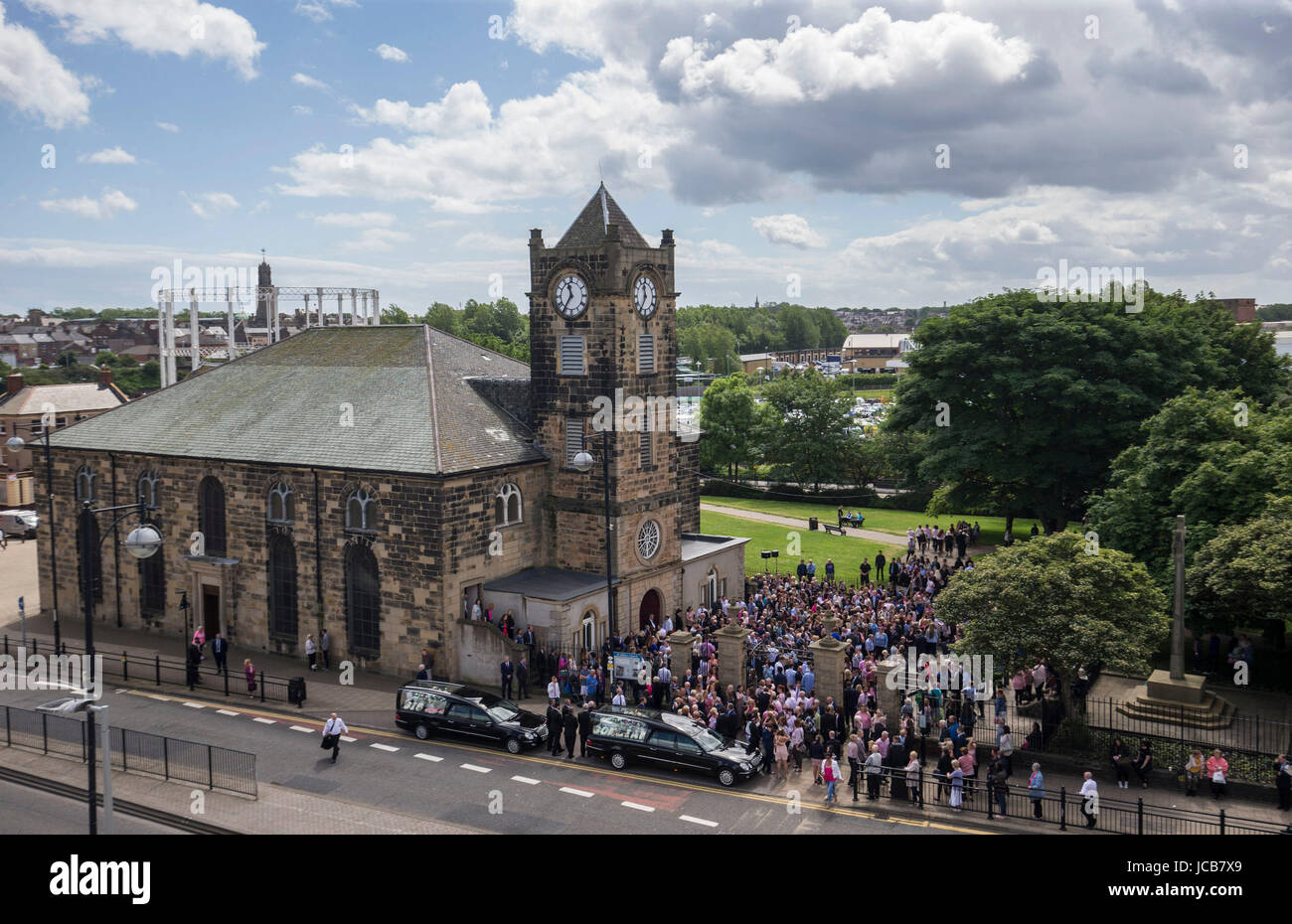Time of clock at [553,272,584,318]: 11:35
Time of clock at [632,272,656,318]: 11:35
